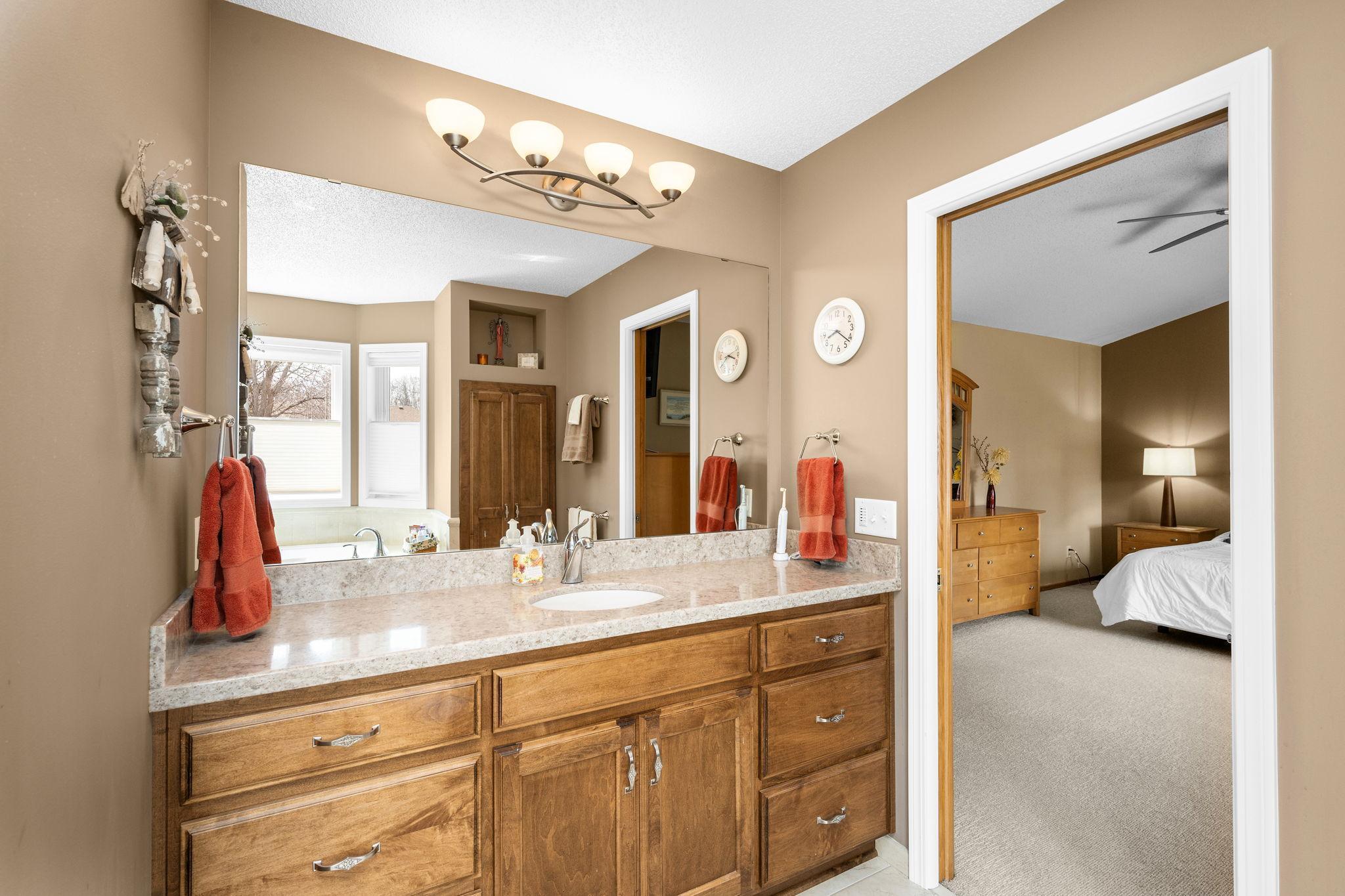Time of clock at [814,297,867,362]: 8:21
